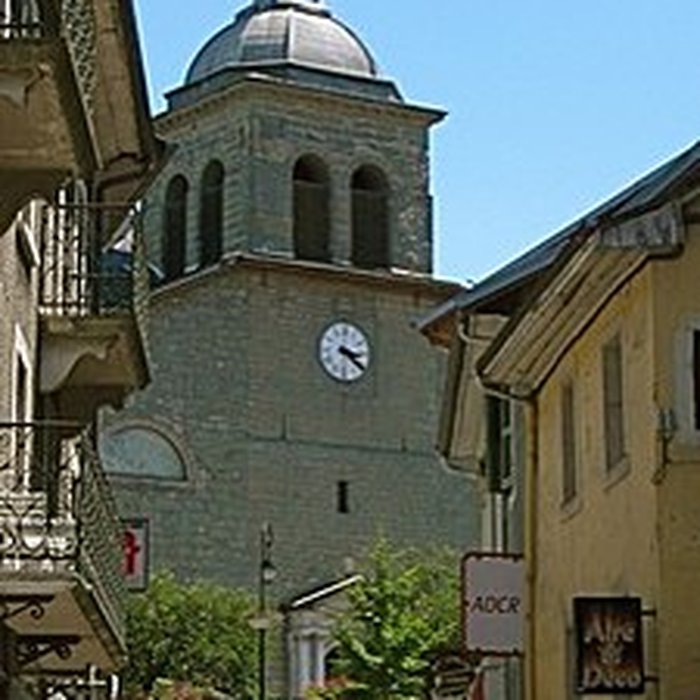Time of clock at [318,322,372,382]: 3:21
